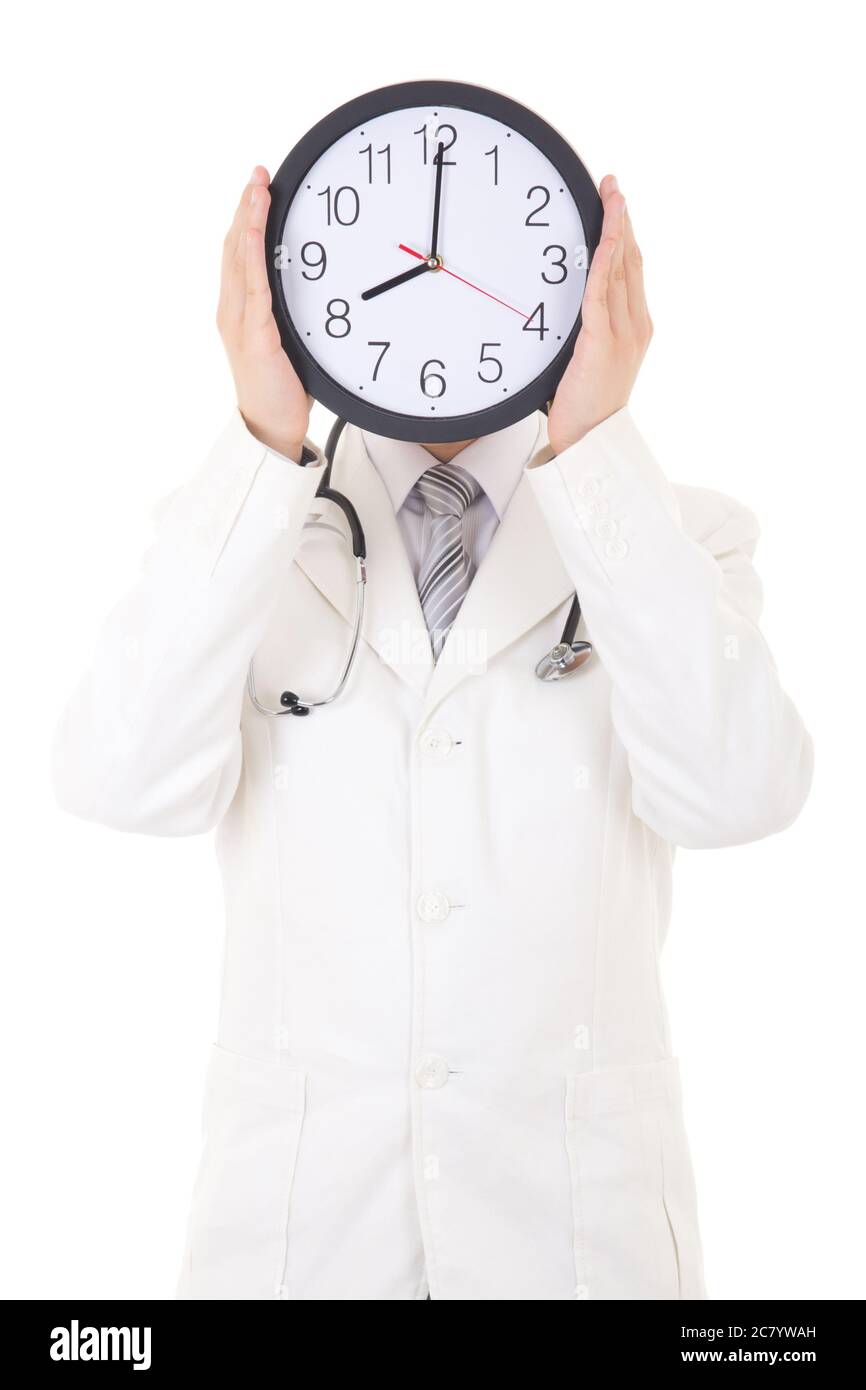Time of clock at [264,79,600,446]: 8:00
